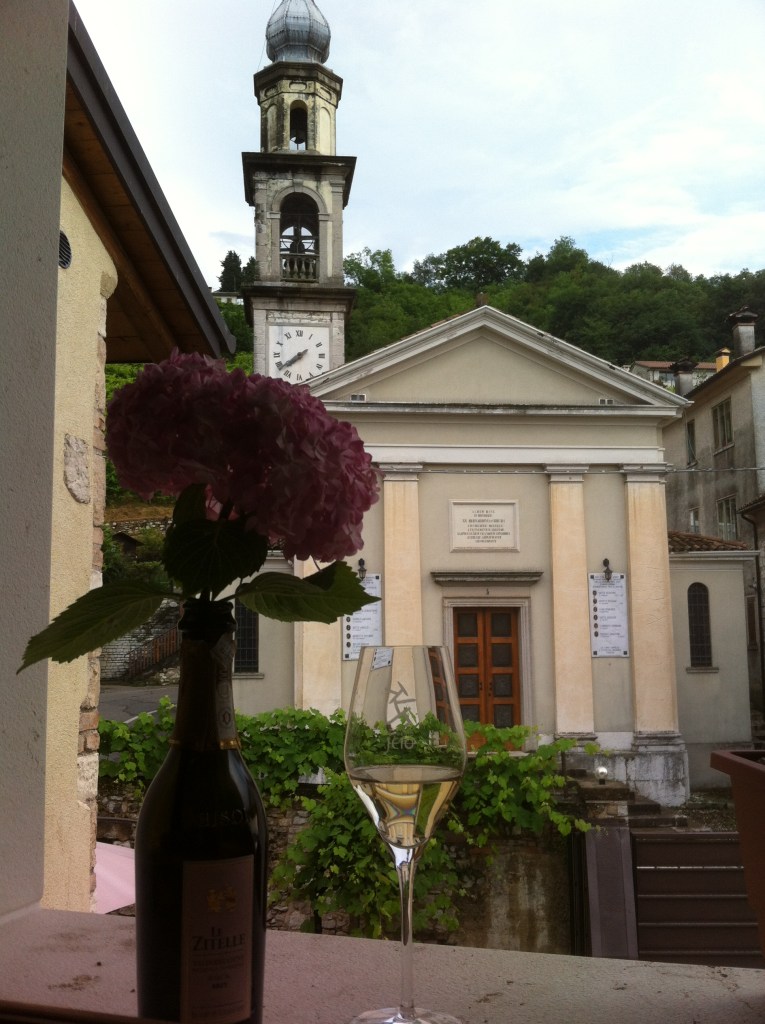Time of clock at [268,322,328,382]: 7:38
